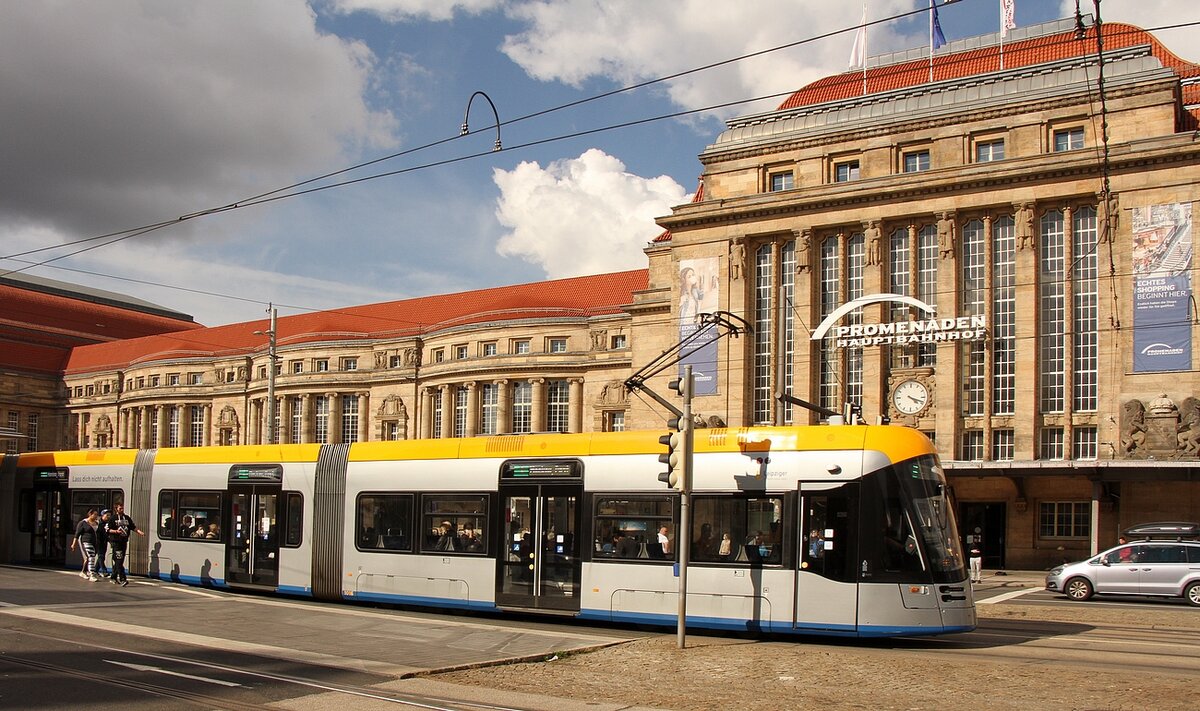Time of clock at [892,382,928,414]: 4:18
